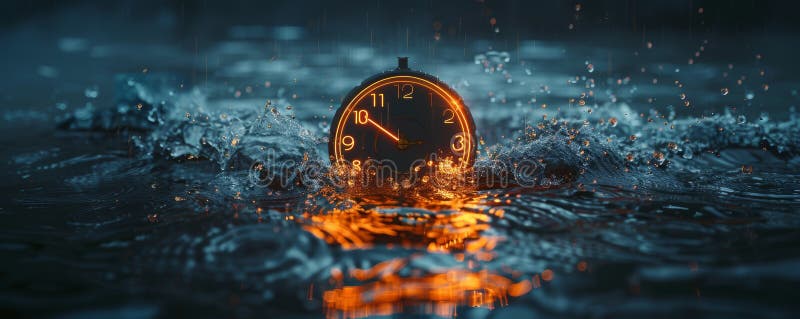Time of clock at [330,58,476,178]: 9:50
